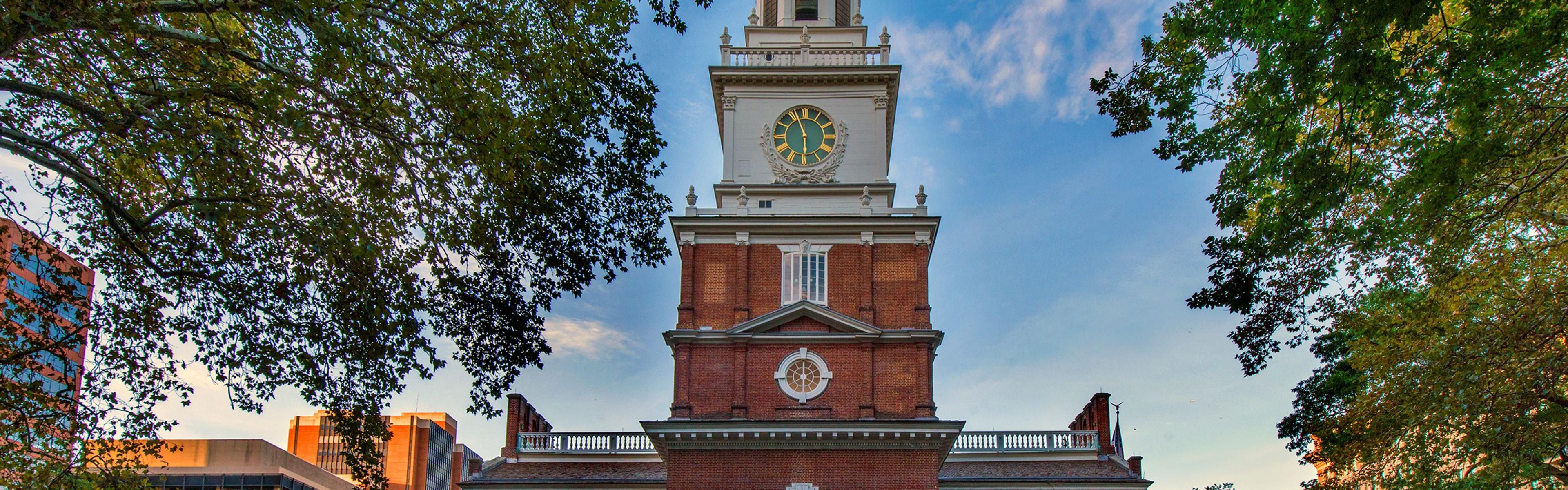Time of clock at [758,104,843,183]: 5:56
